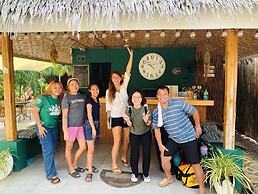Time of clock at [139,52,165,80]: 9:53
